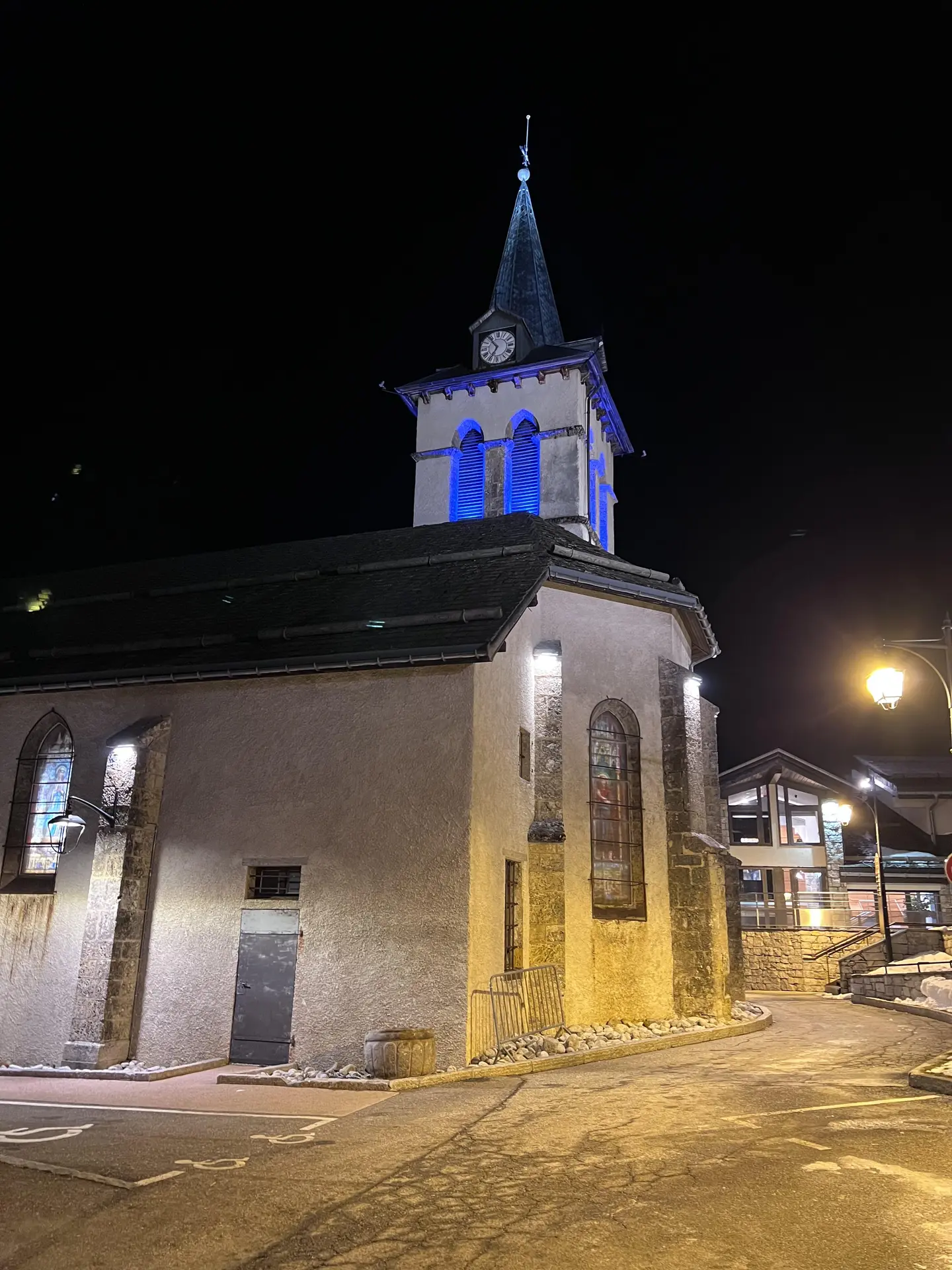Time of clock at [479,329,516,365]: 6:53
